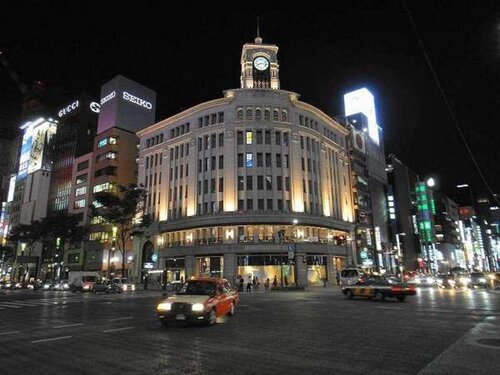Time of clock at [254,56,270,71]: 8:16
